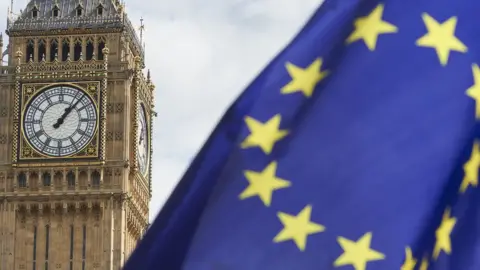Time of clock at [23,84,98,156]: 1:07
